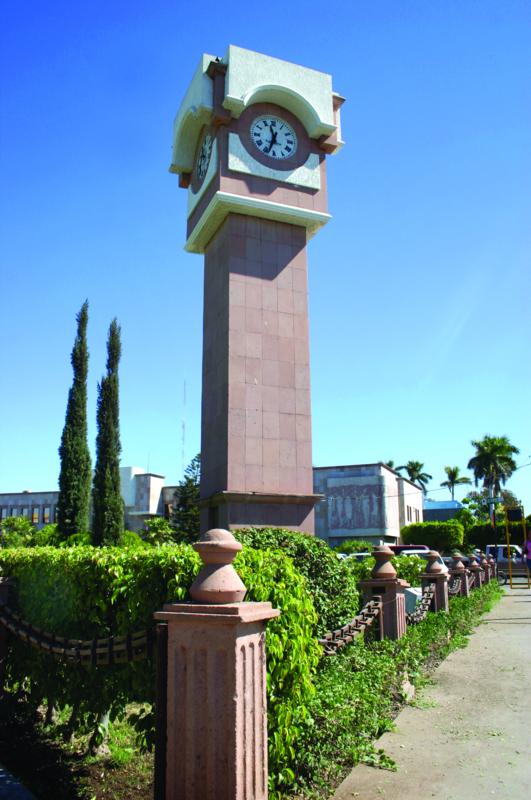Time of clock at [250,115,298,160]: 11:33
